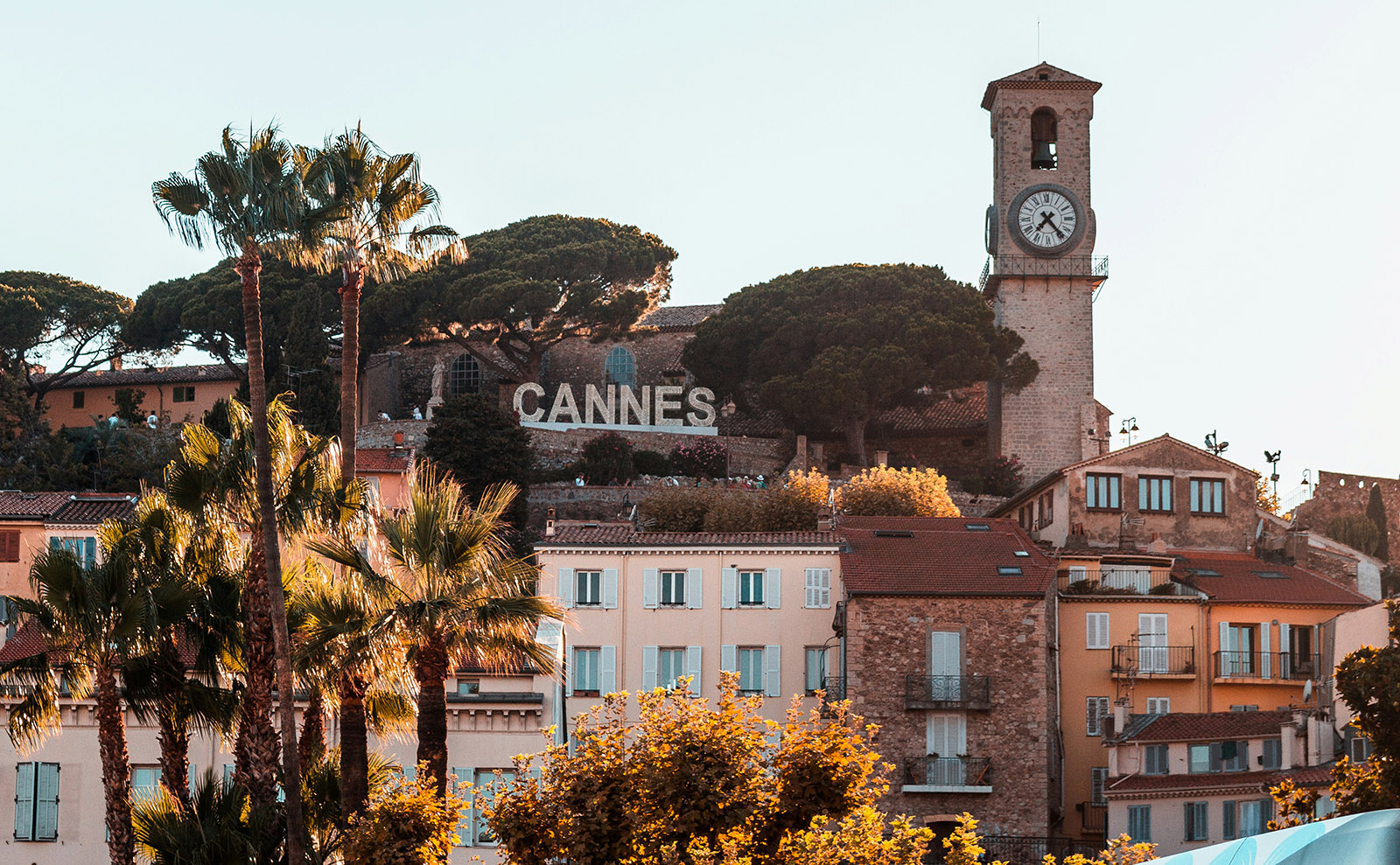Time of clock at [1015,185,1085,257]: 7:23
